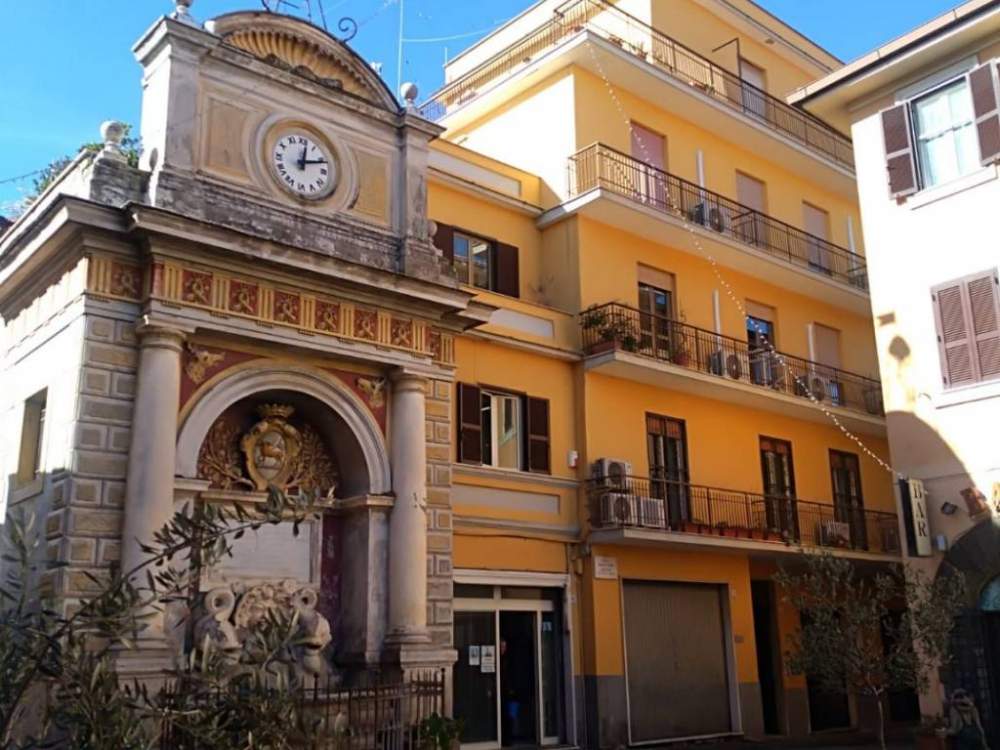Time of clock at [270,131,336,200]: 12:11
